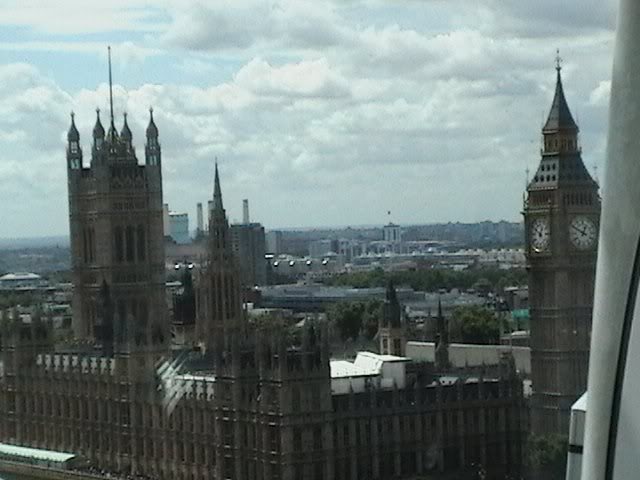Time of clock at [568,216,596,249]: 12:49
